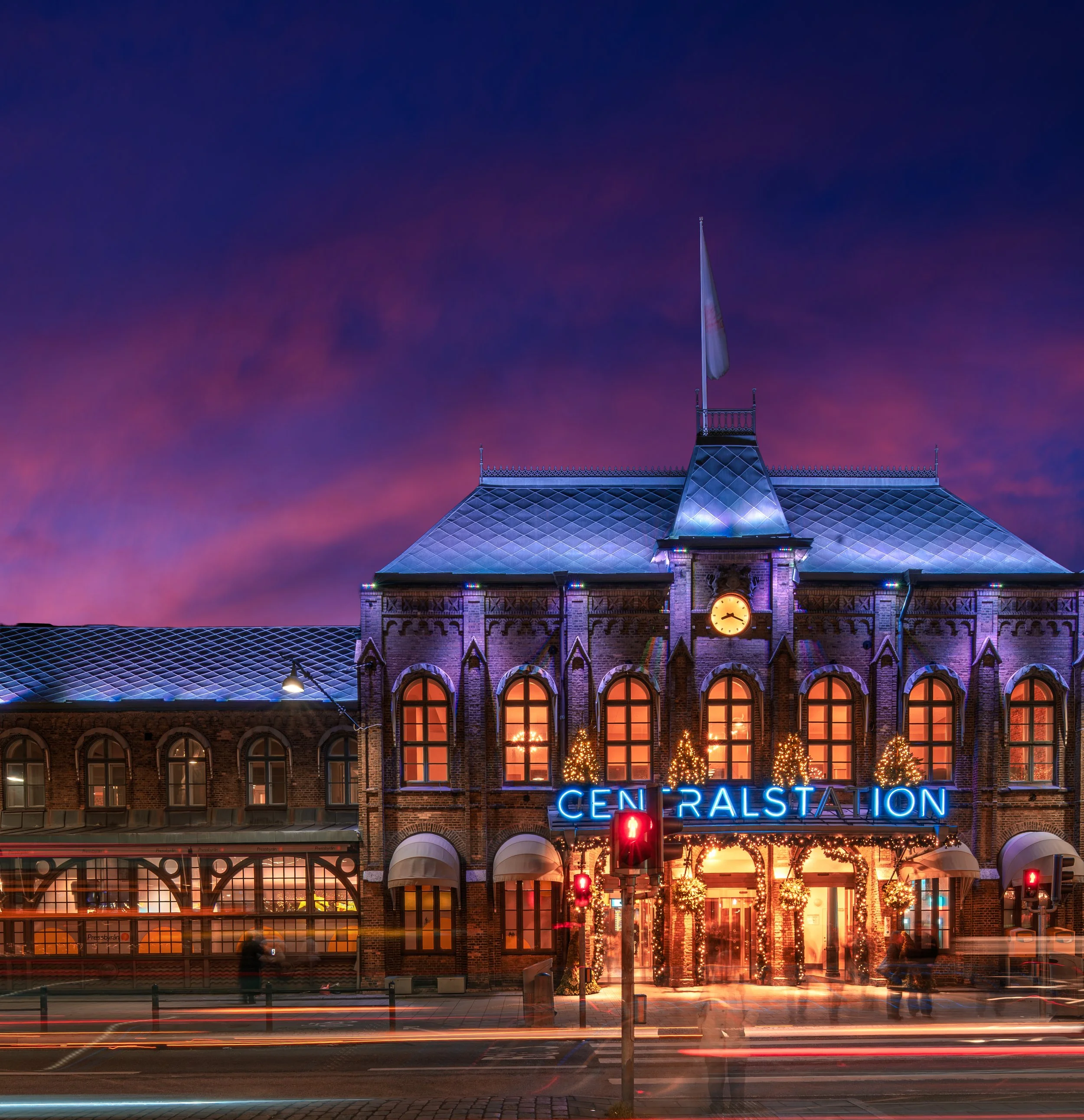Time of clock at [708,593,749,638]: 8:18
